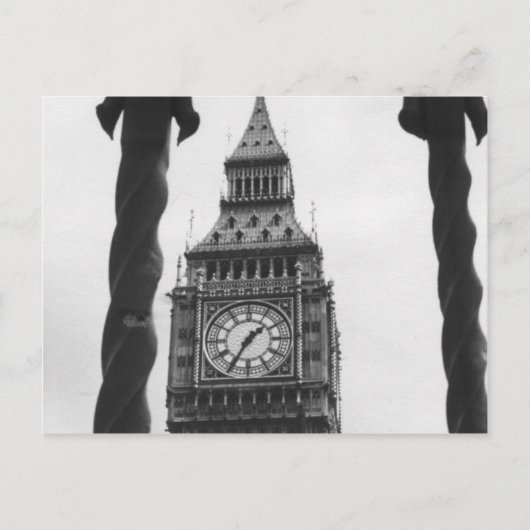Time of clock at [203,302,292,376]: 1:35
